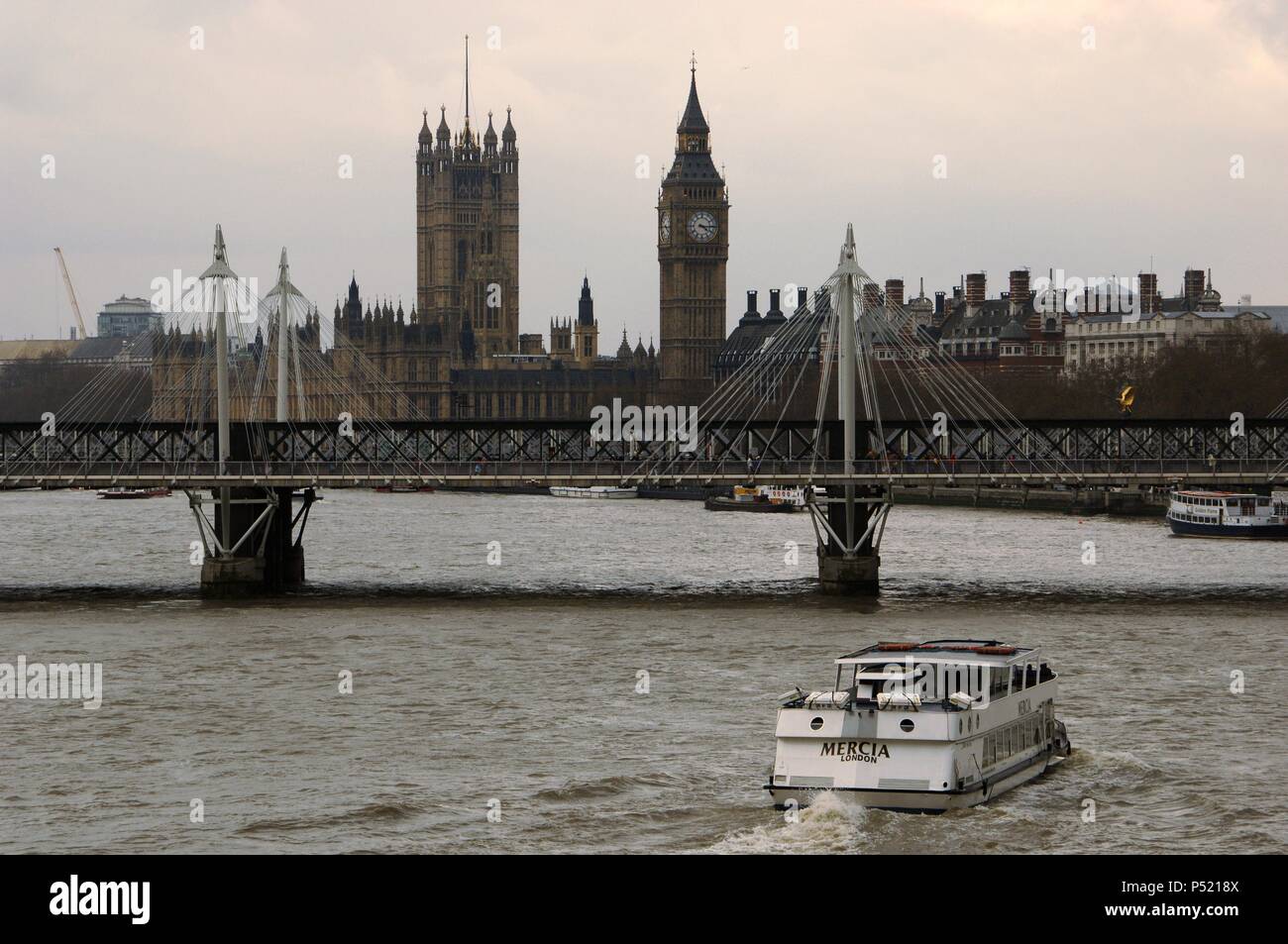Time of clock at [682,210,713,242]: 4:15
